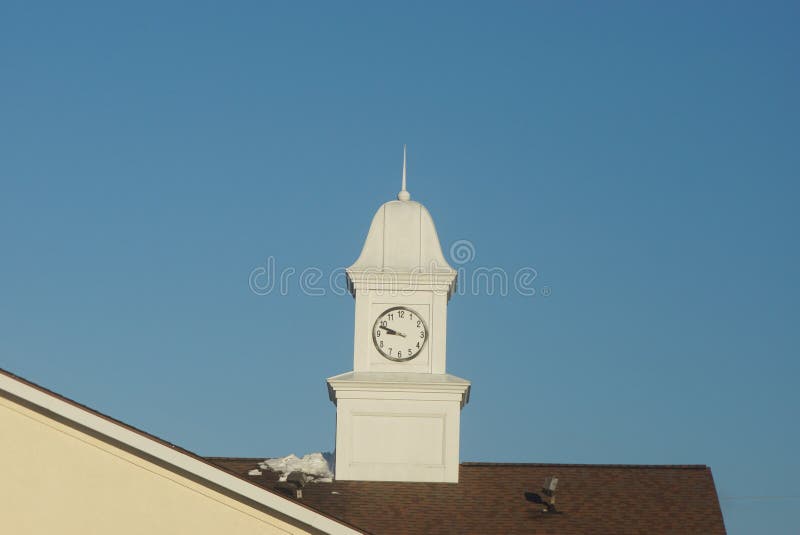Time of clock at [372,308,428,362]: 8:48
